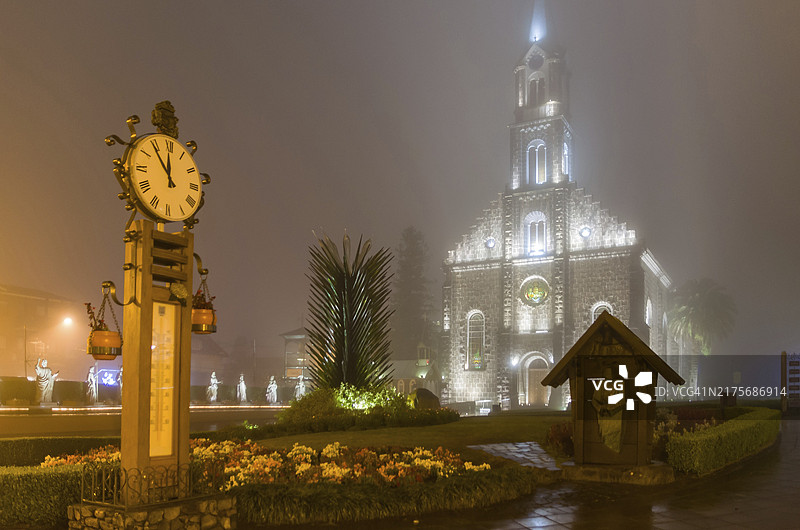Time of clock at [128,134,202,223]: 11:53
